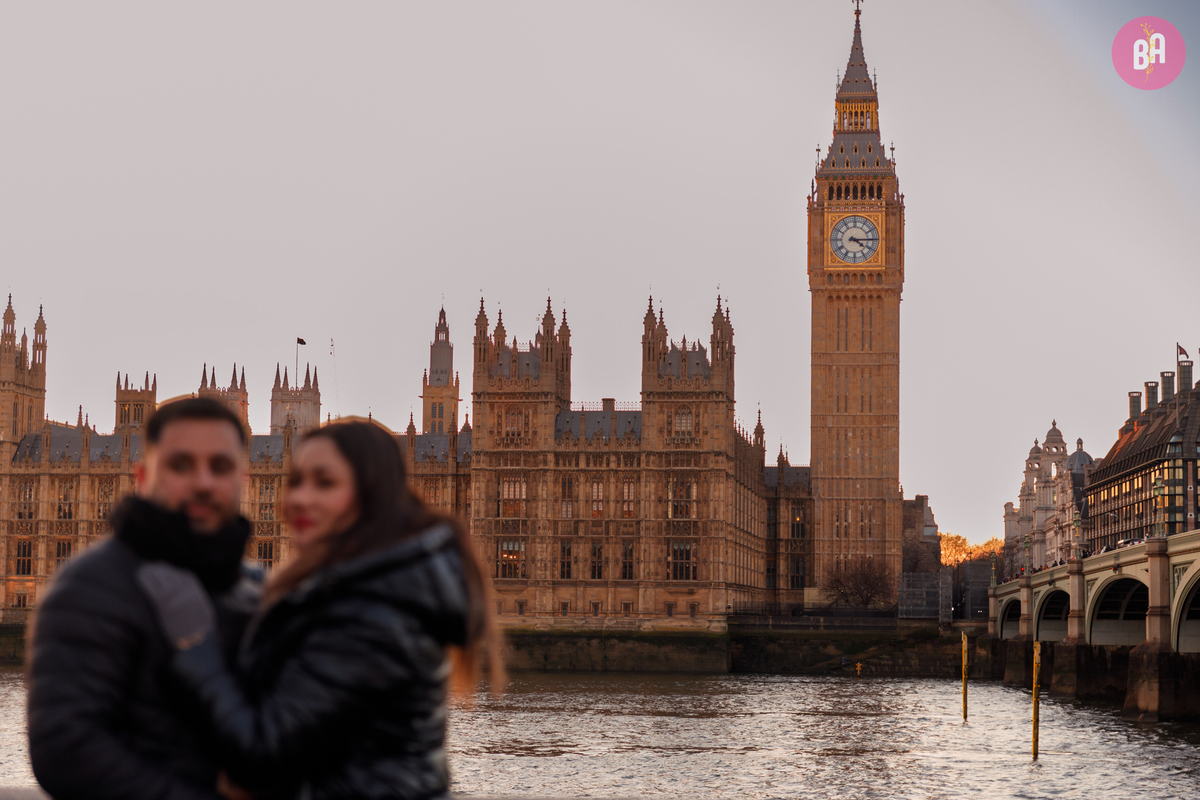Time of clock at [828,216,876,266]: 4:14
